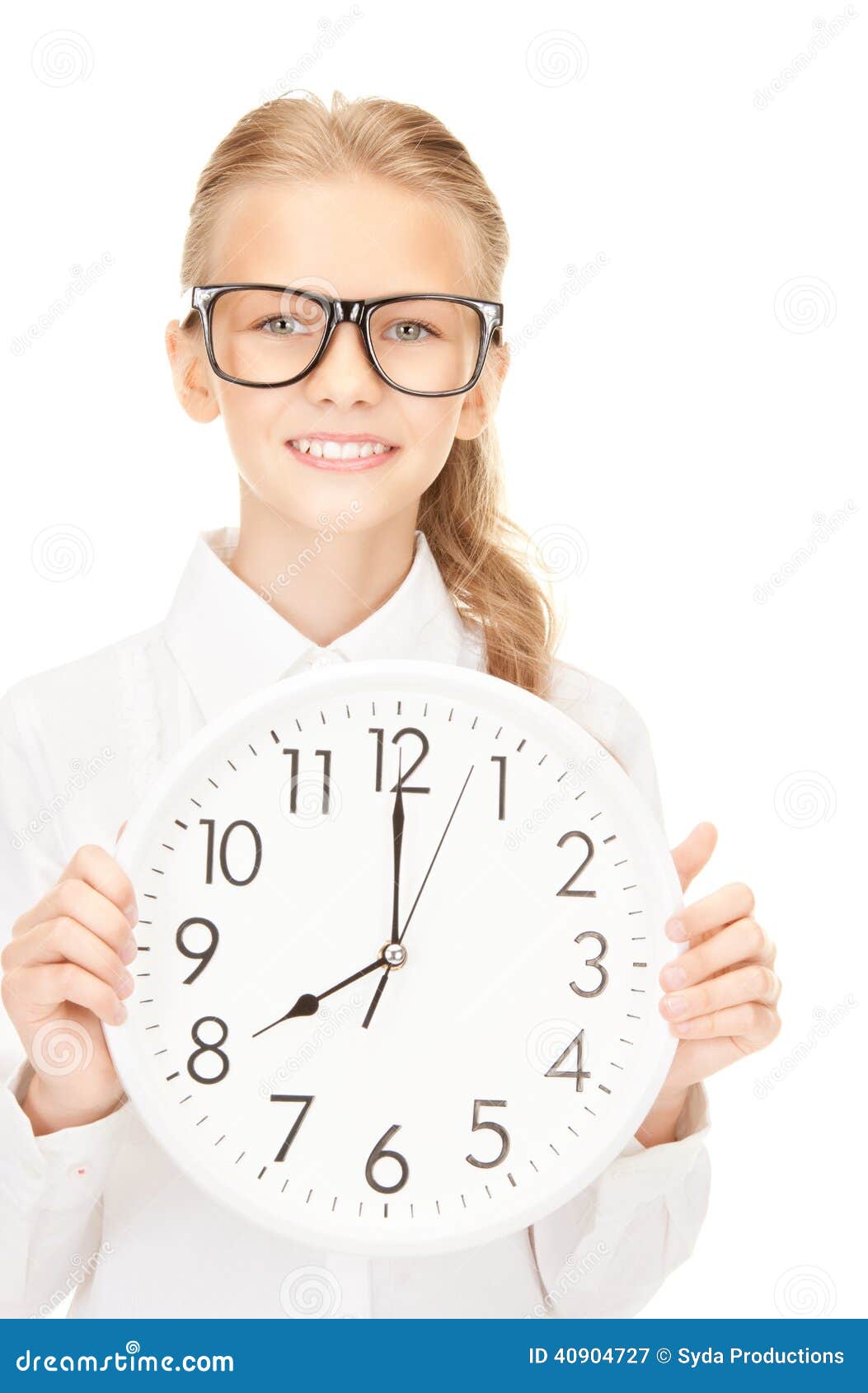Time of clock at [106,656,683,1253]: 7:59
